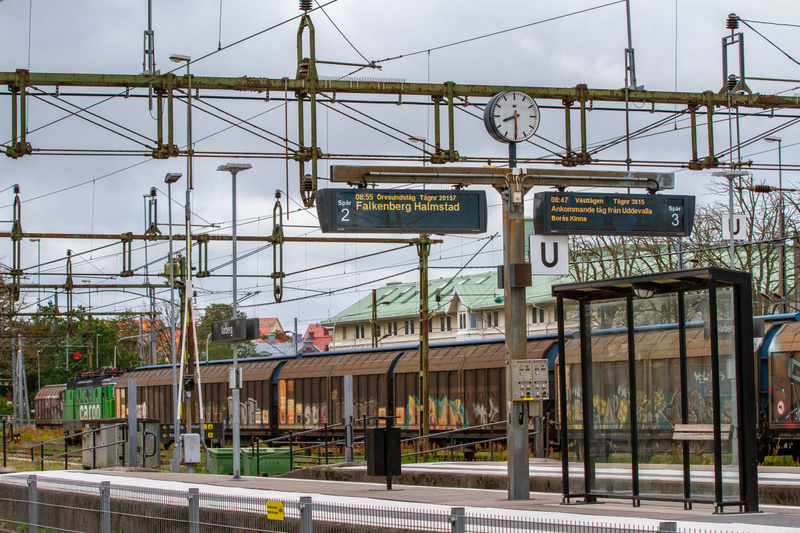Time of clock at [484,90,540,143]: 8:29
